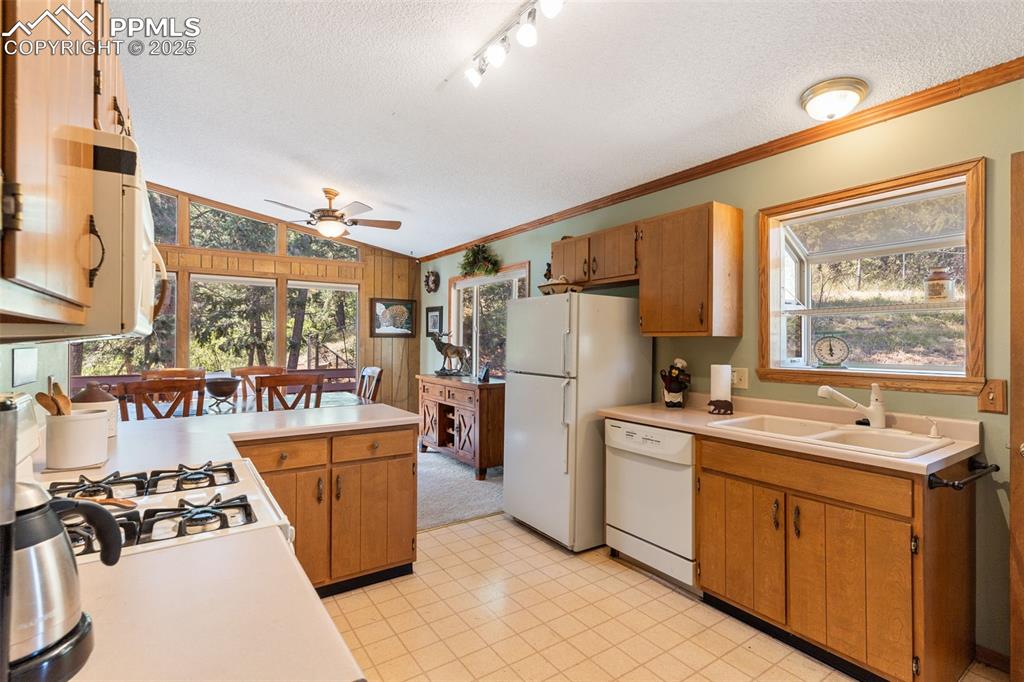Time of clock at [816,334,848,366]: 5:59
